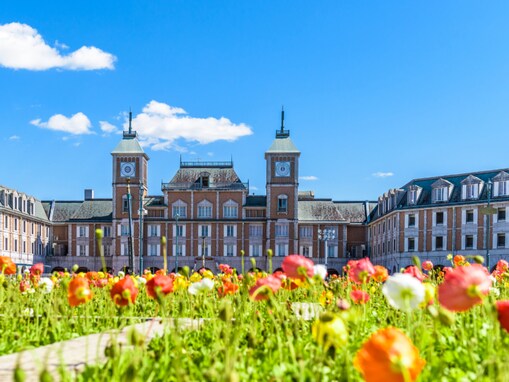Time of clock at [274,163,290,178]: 9:01
